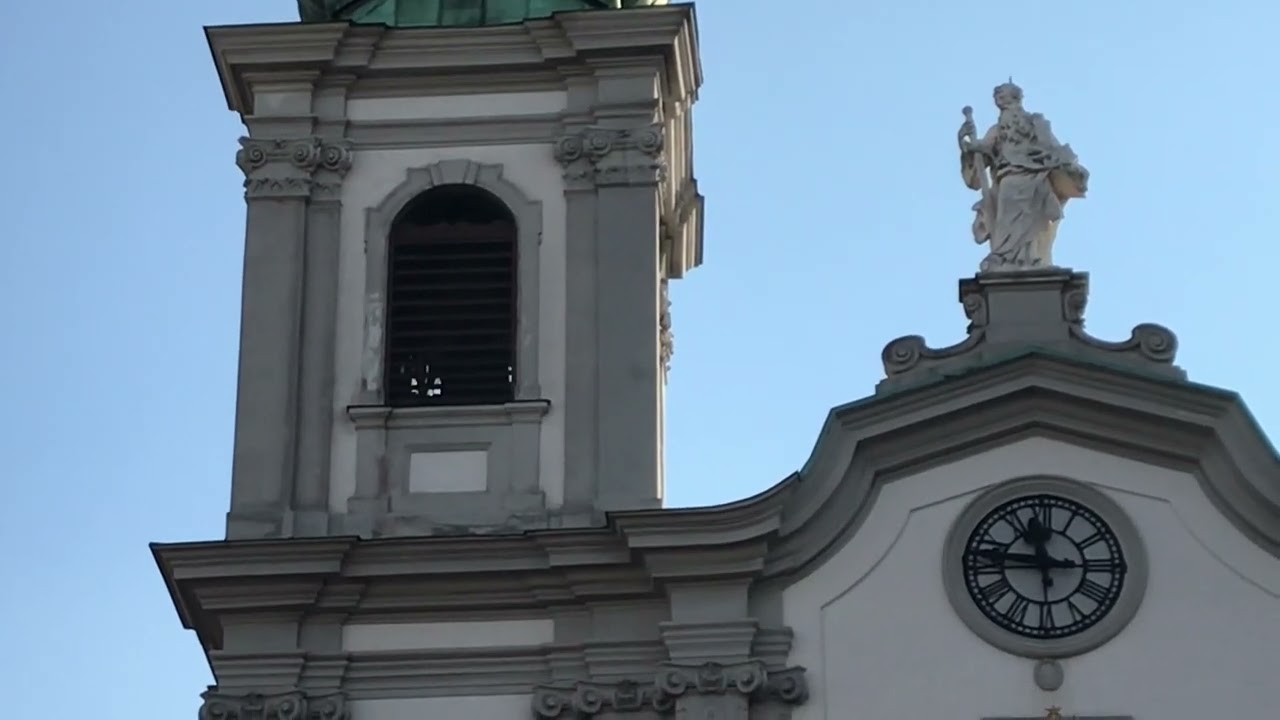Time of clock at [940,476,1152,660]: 11:46
